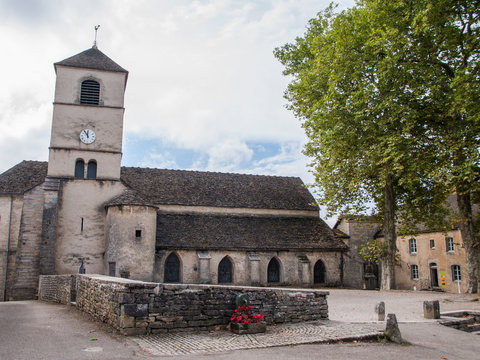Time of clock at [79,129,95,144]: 11:54
